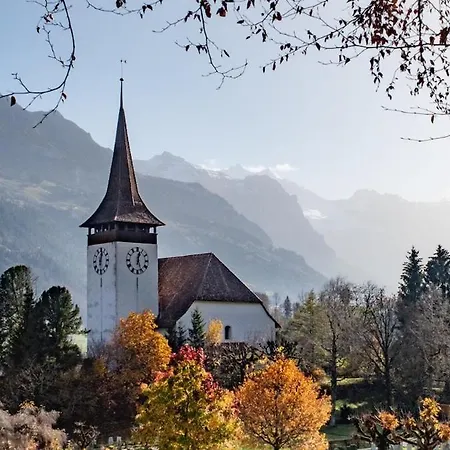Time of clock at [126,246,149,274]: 12:26
